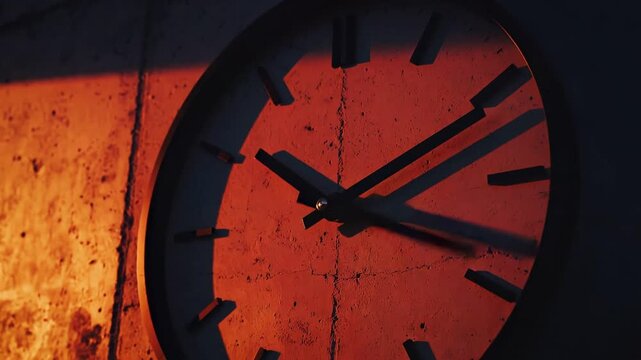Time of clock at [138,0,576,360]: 2:18
